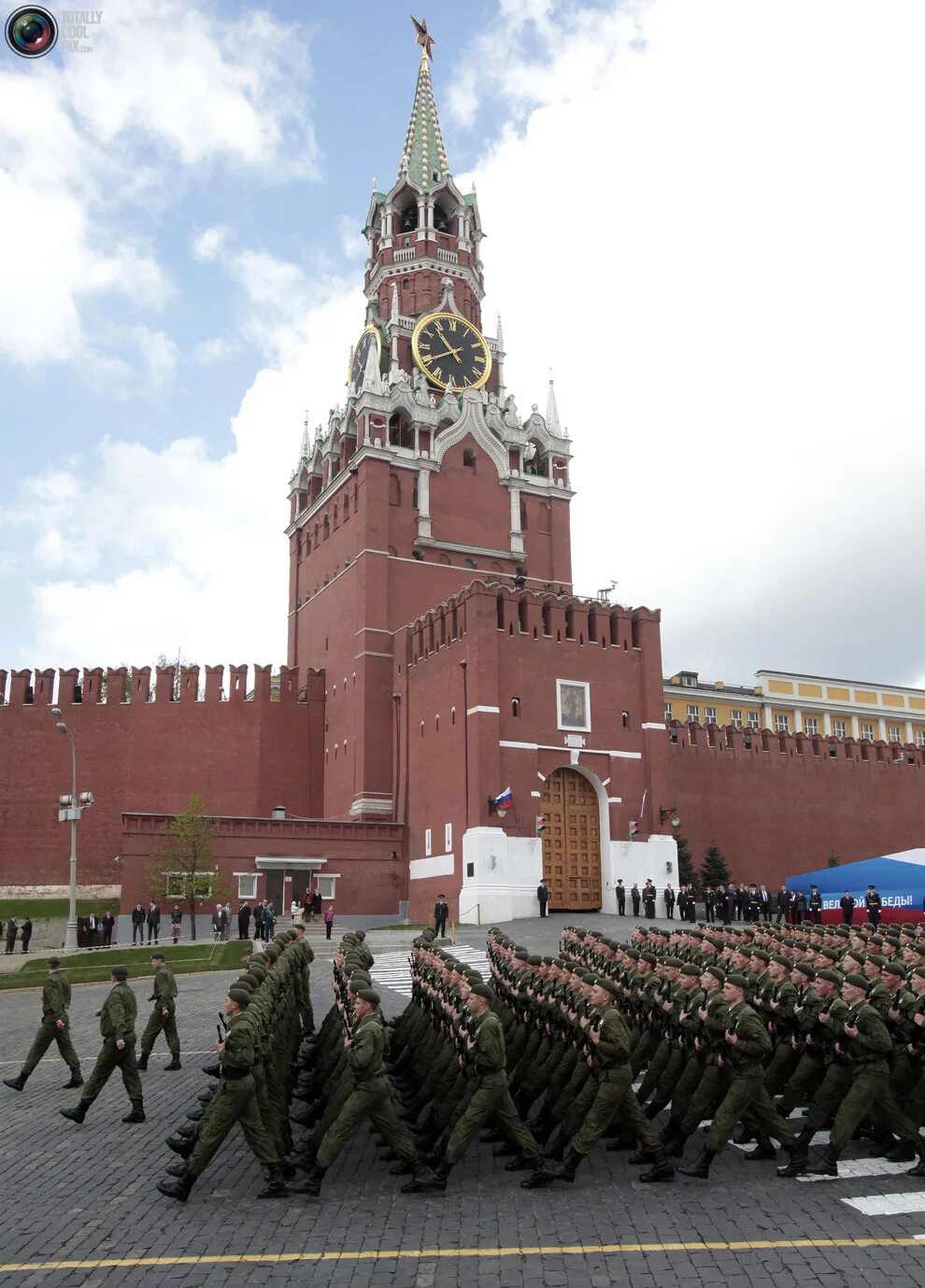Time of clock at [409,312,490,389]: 10:39
